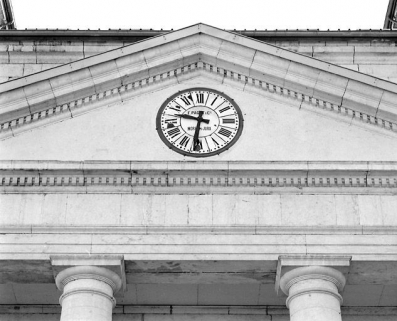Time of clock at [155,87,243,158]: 9:31
